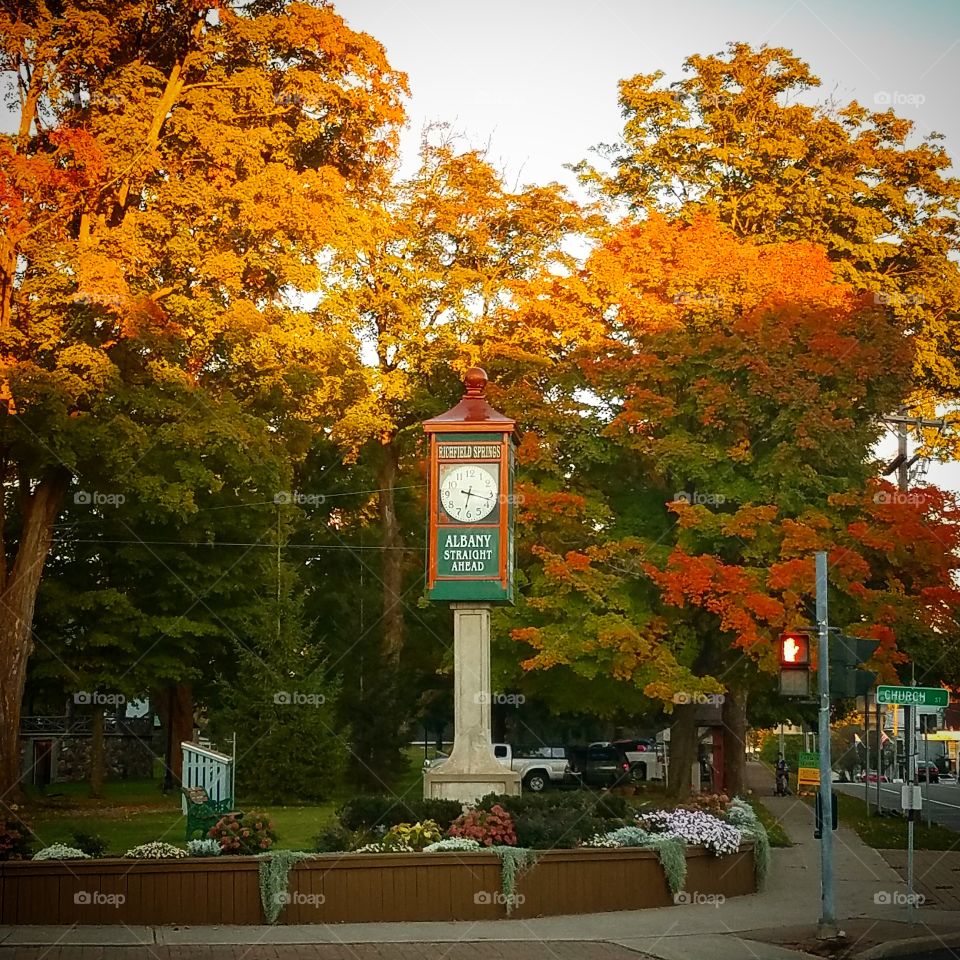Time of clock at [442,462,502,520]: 6:17
